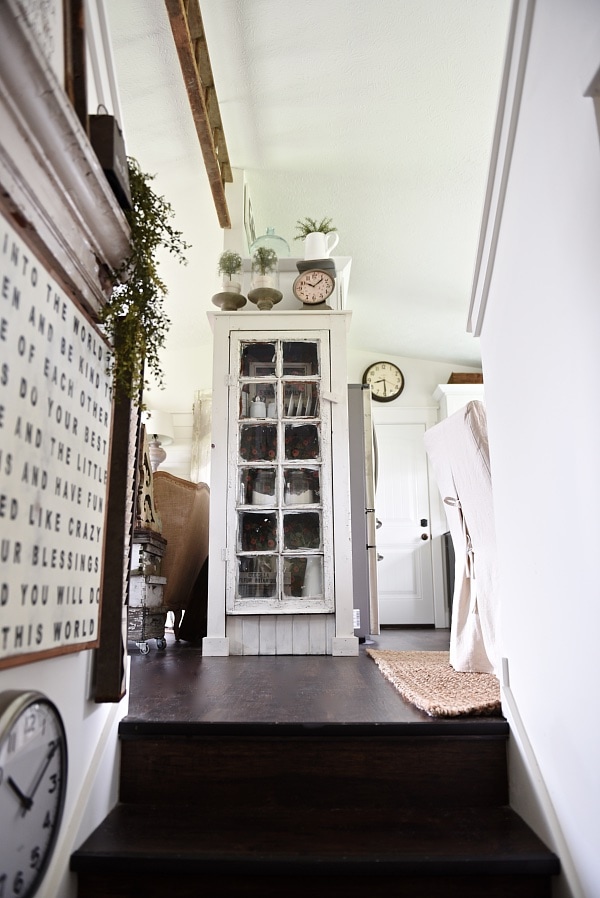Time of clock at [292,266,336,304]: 10:07
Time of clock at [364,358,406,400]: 8:29
